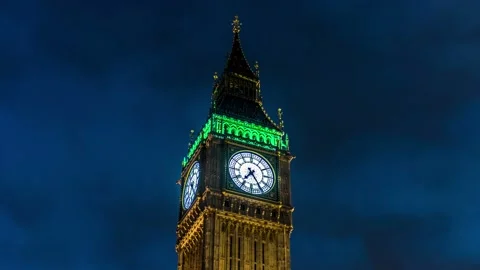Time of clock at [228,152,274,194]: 7:24
